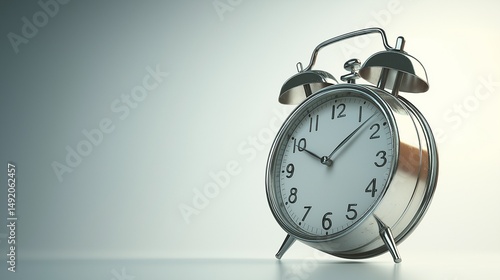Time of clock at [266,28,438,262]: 10:07
